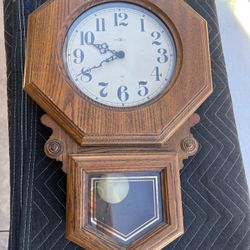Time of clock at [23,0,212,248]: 9:41
